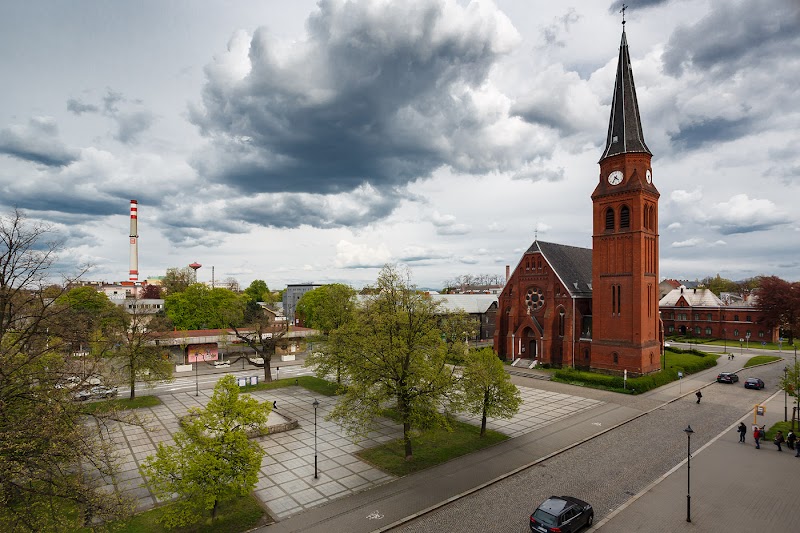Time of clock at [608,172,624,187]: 4:35
